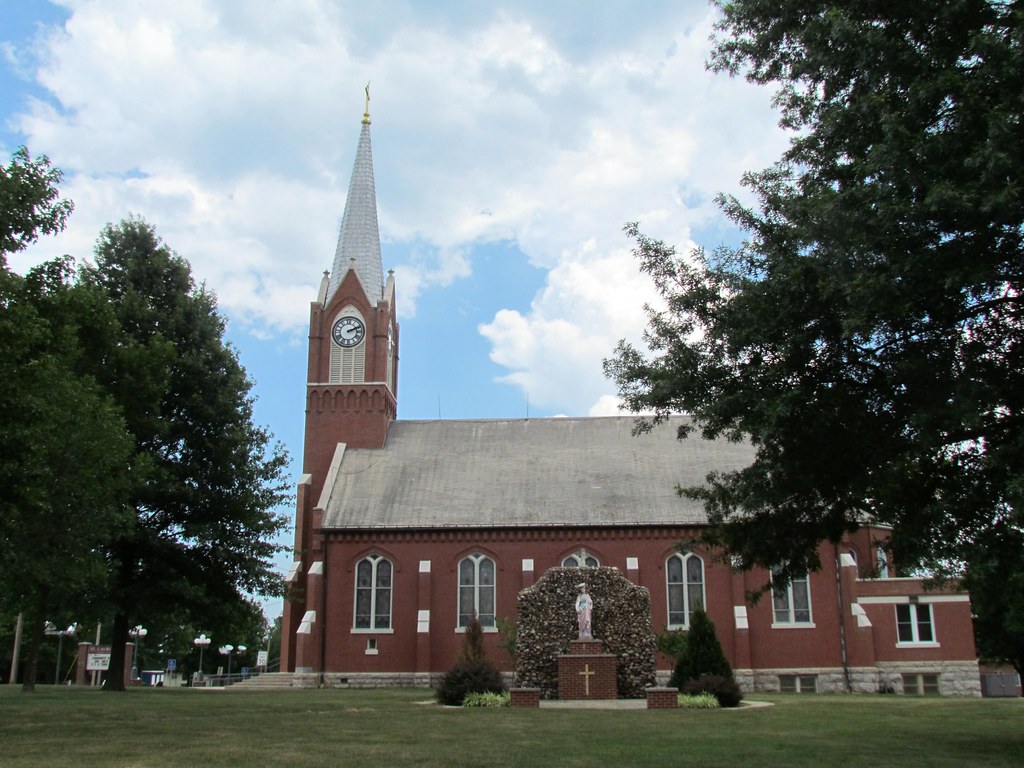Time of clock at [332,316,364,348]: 2:11
